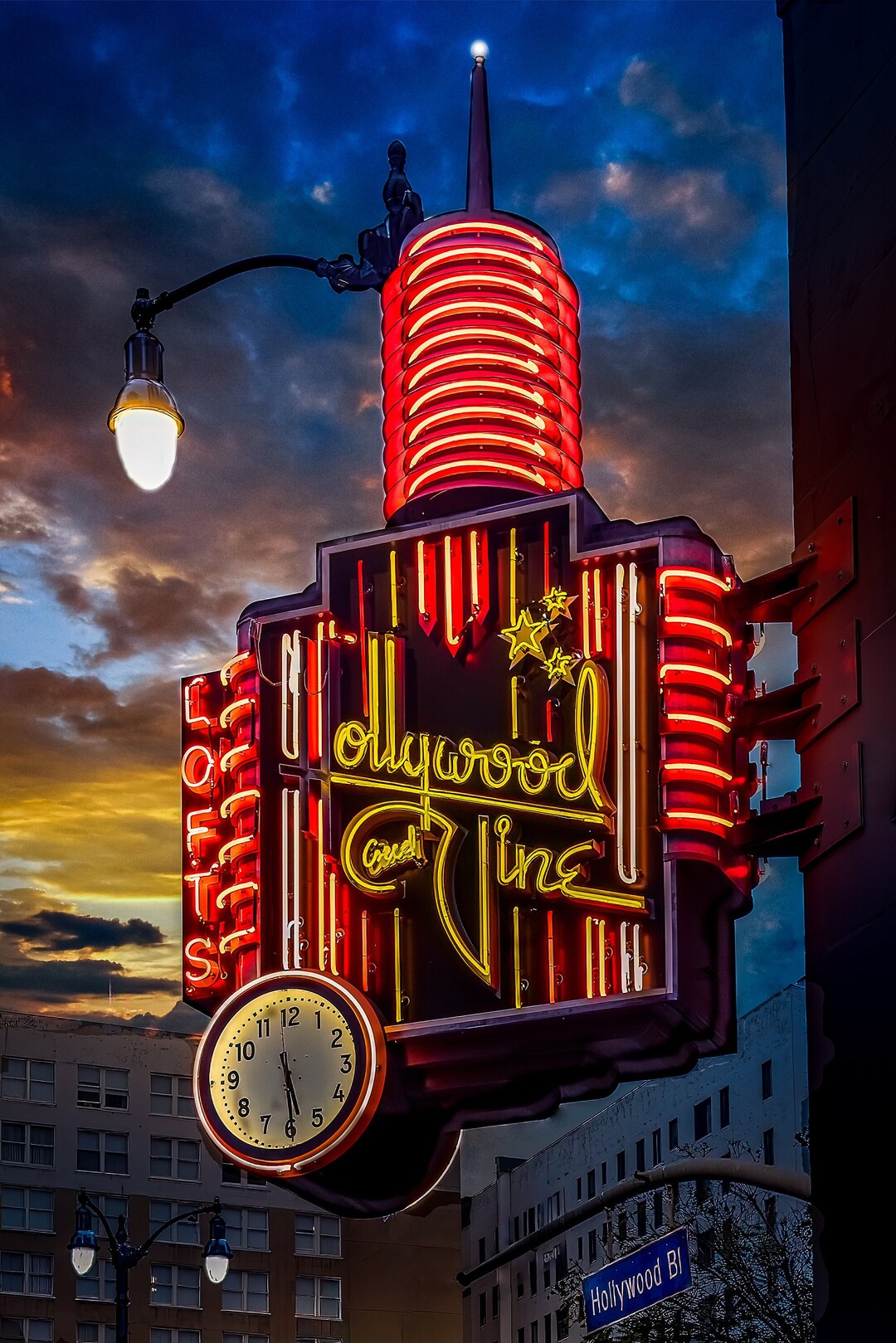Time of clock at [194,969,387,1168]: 5:29
